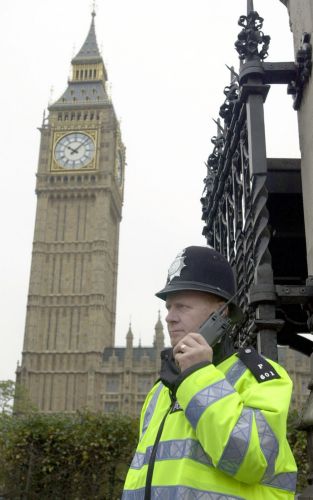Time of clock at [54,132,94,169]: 10:07
